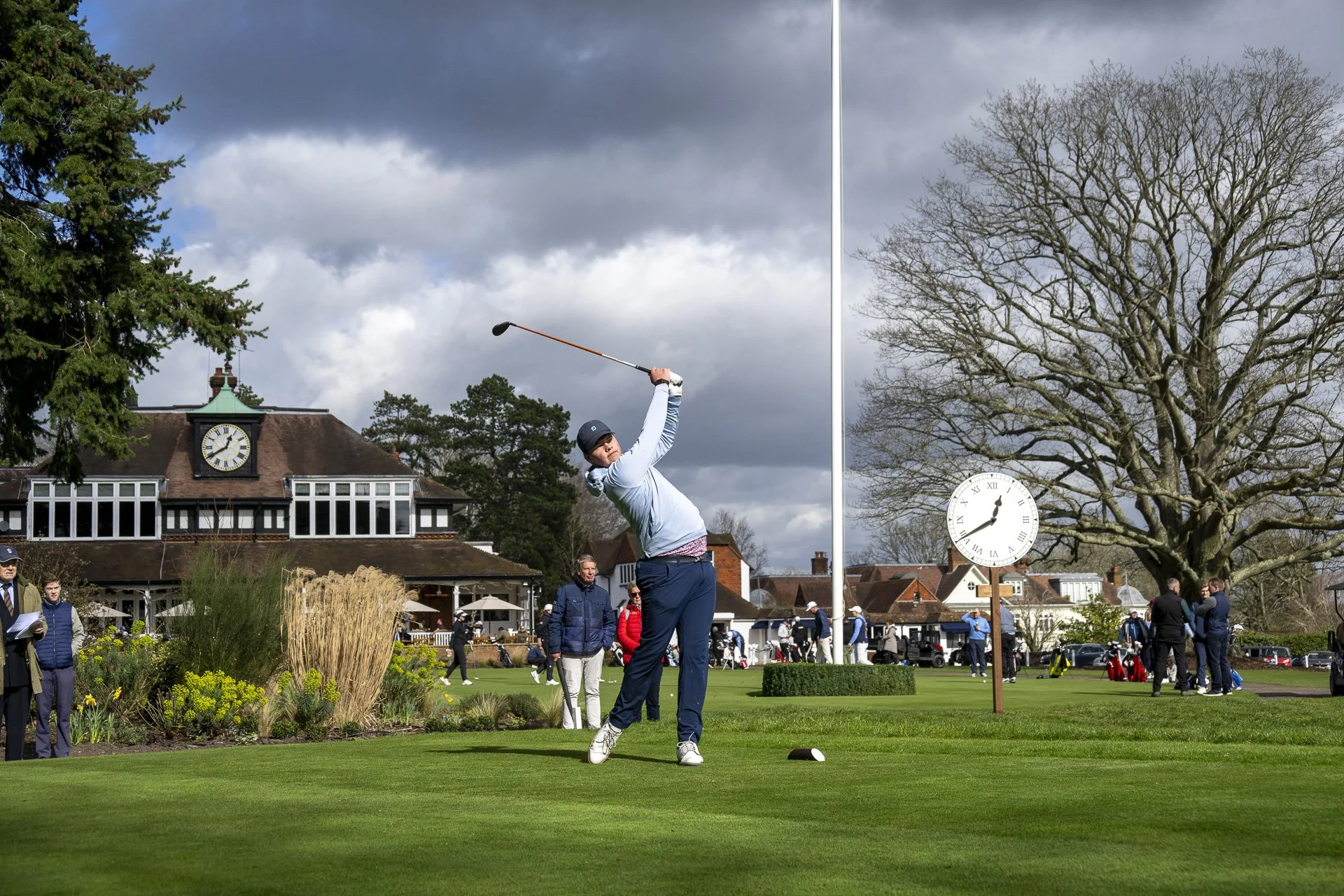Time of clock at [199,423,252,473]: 12:40
